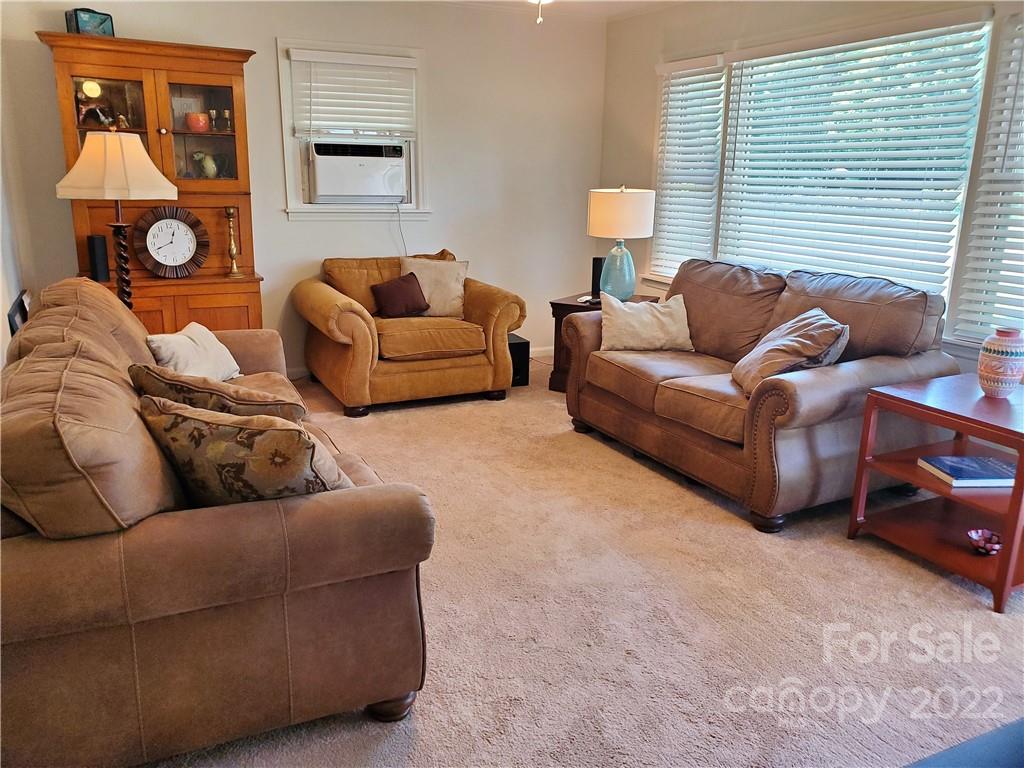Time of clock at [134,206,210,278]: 12:41
